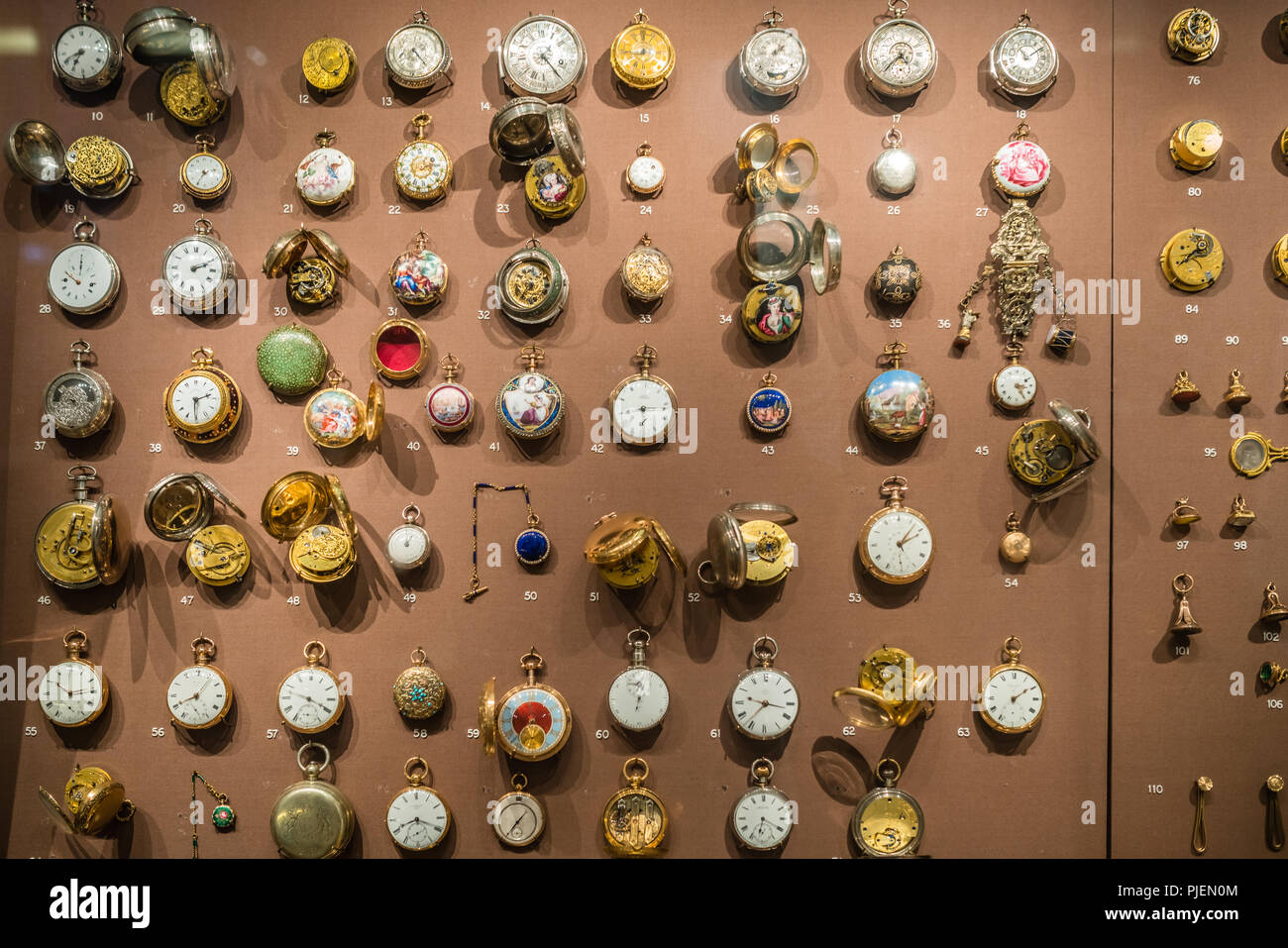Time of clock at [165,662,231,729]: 8:06
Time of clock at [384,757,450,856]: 8:18
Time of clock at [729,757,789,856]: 6:19
